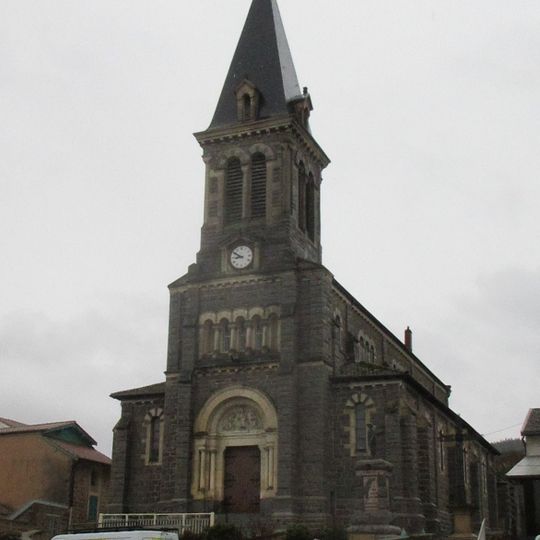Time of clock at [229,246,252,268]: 8:50
